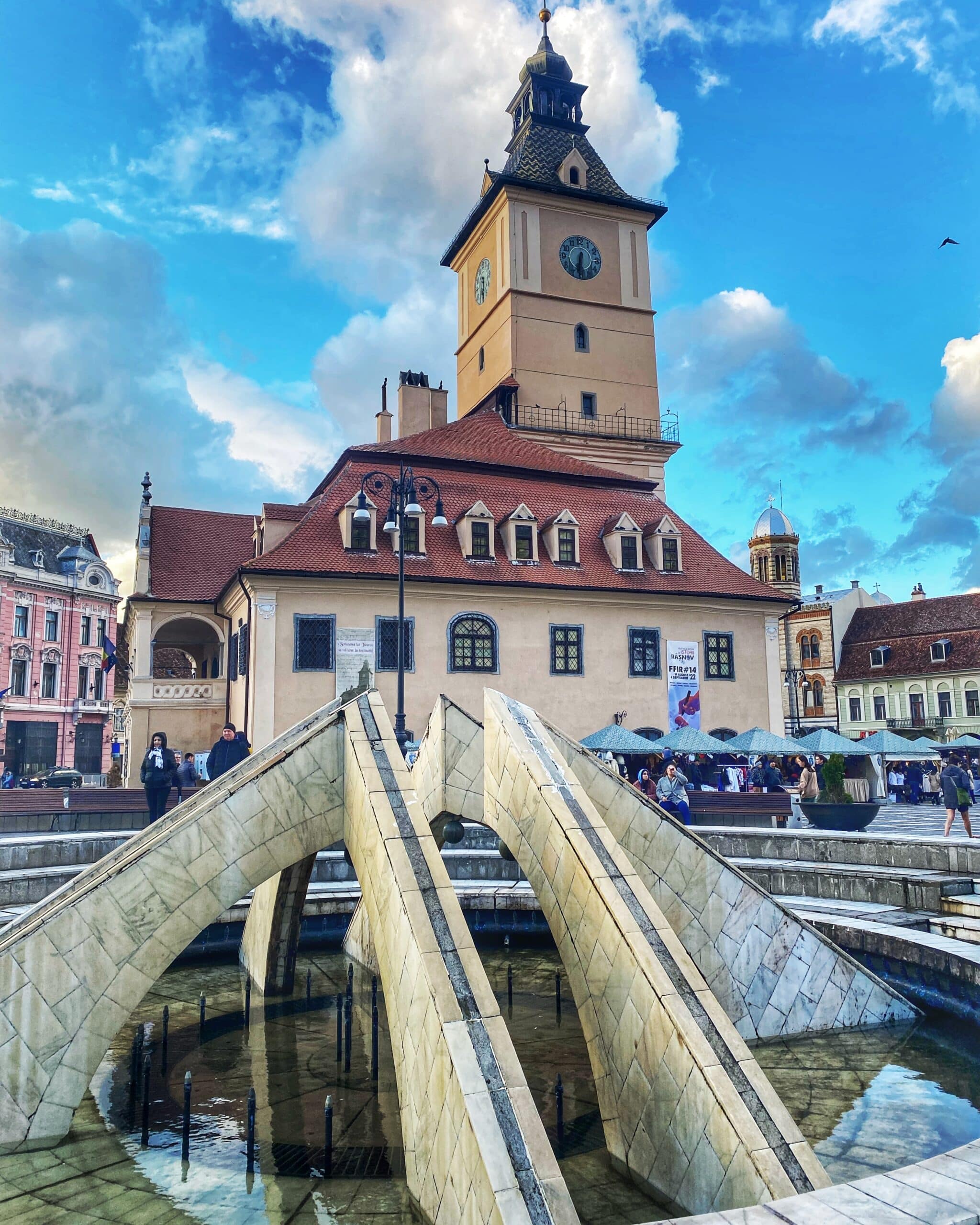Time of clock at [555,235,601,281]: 6:32
